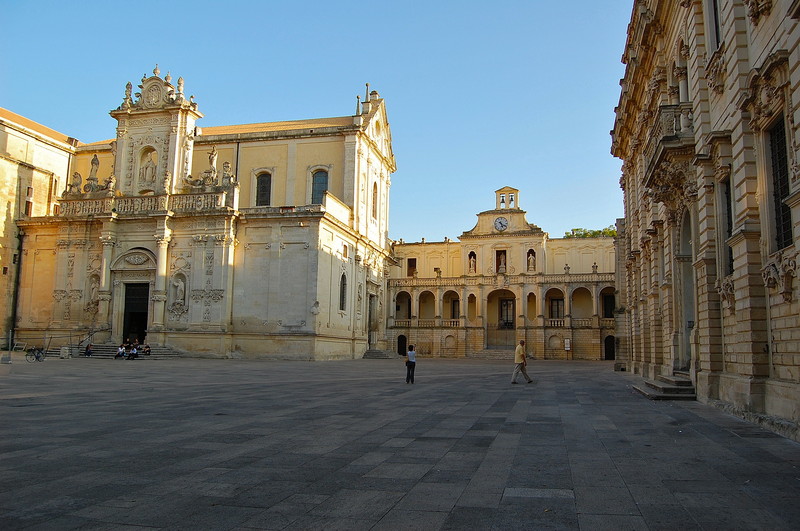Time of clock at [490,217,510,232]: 5:20
